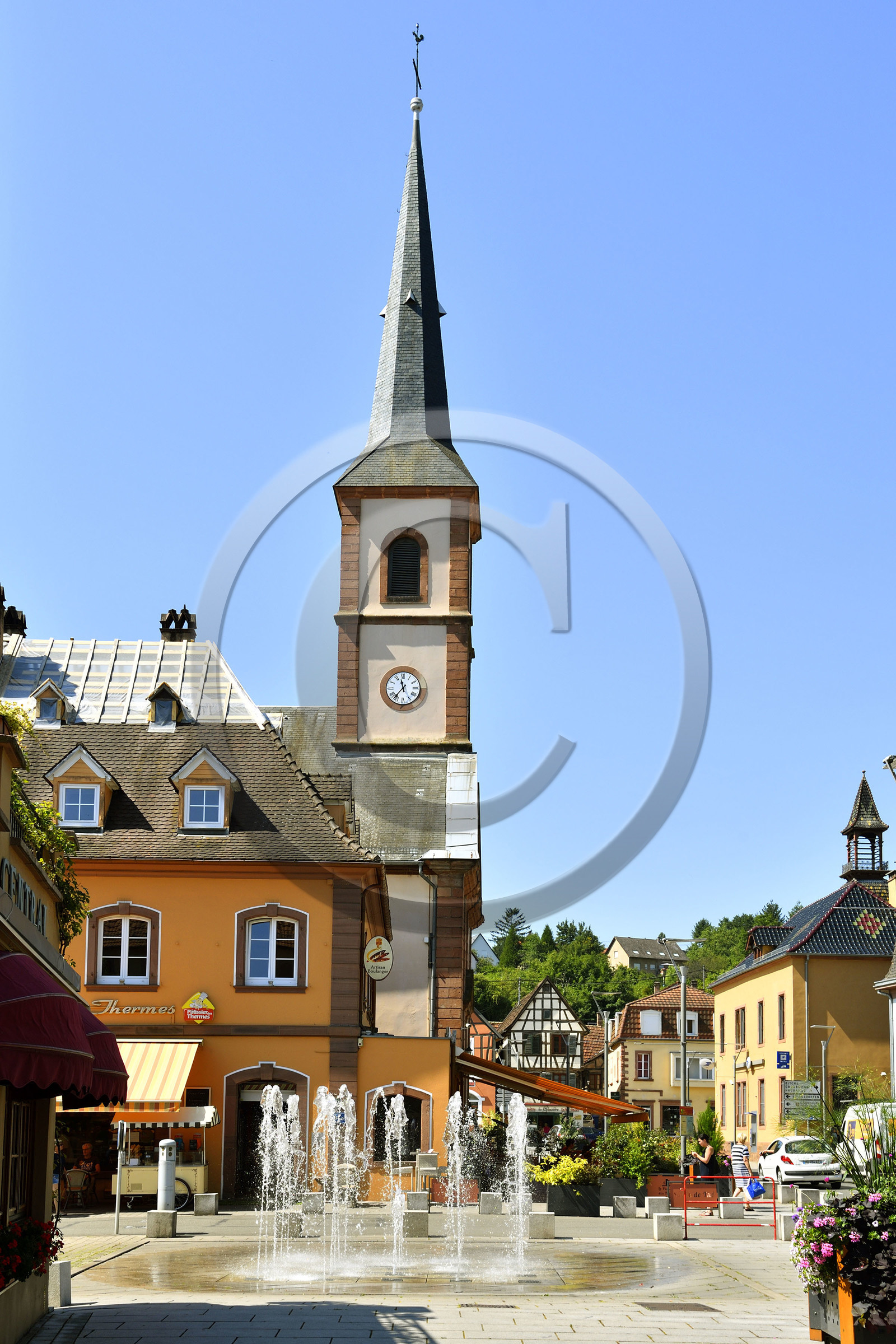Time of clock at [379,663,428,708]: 11:36
